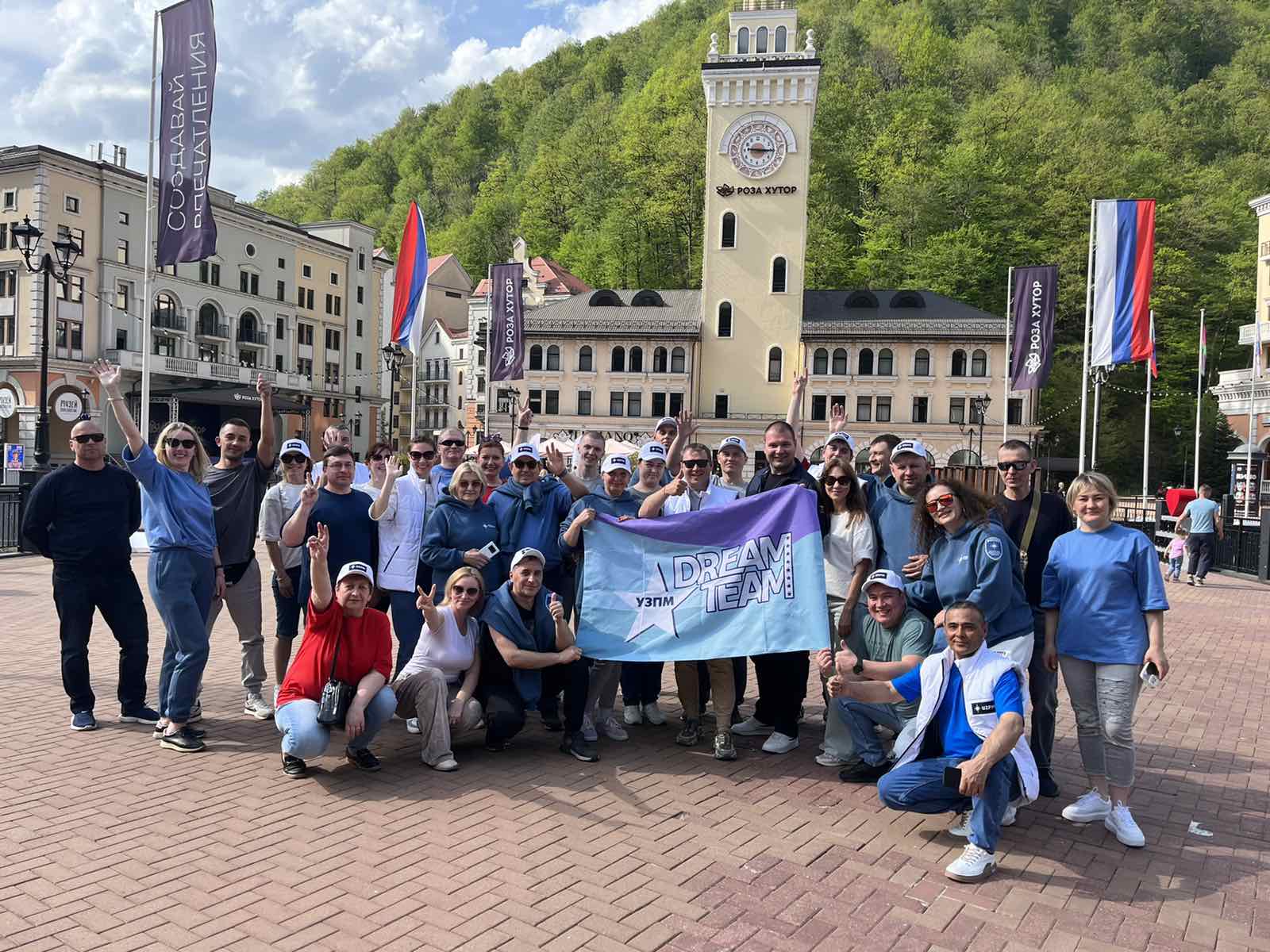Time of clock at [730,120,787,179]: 3:15
